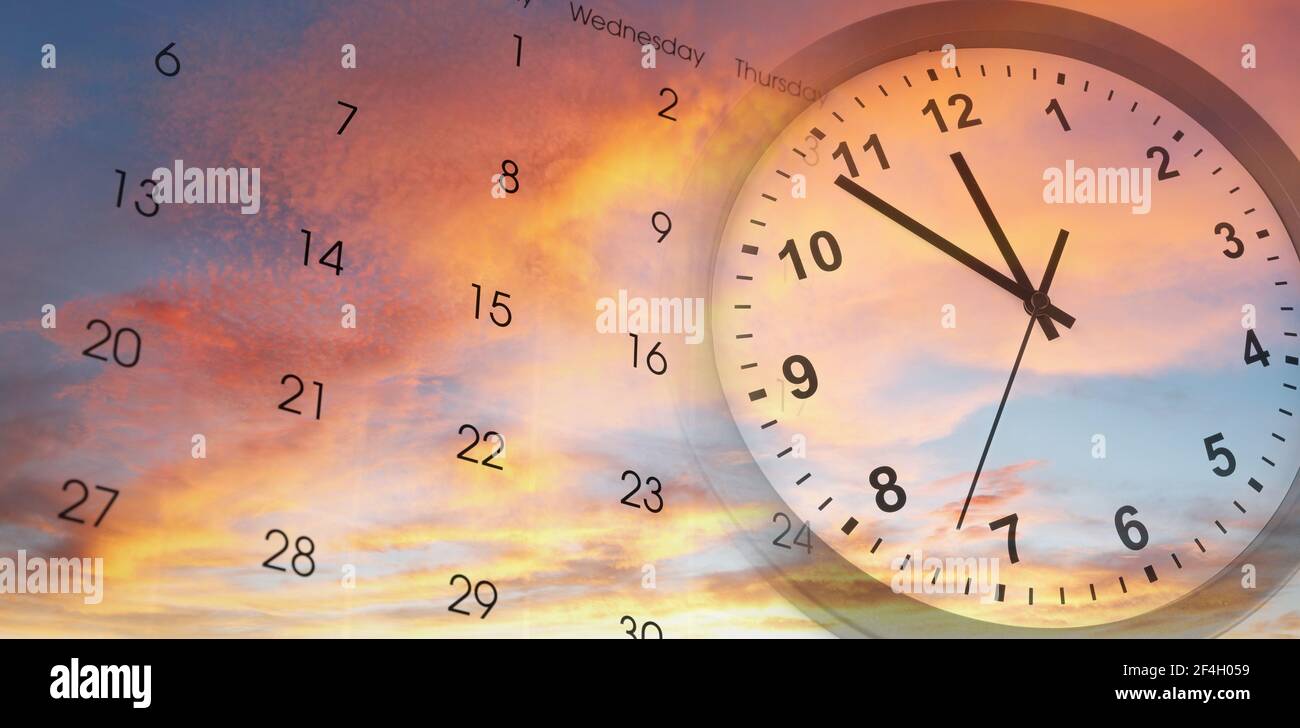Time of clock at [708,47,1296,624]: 11:53
